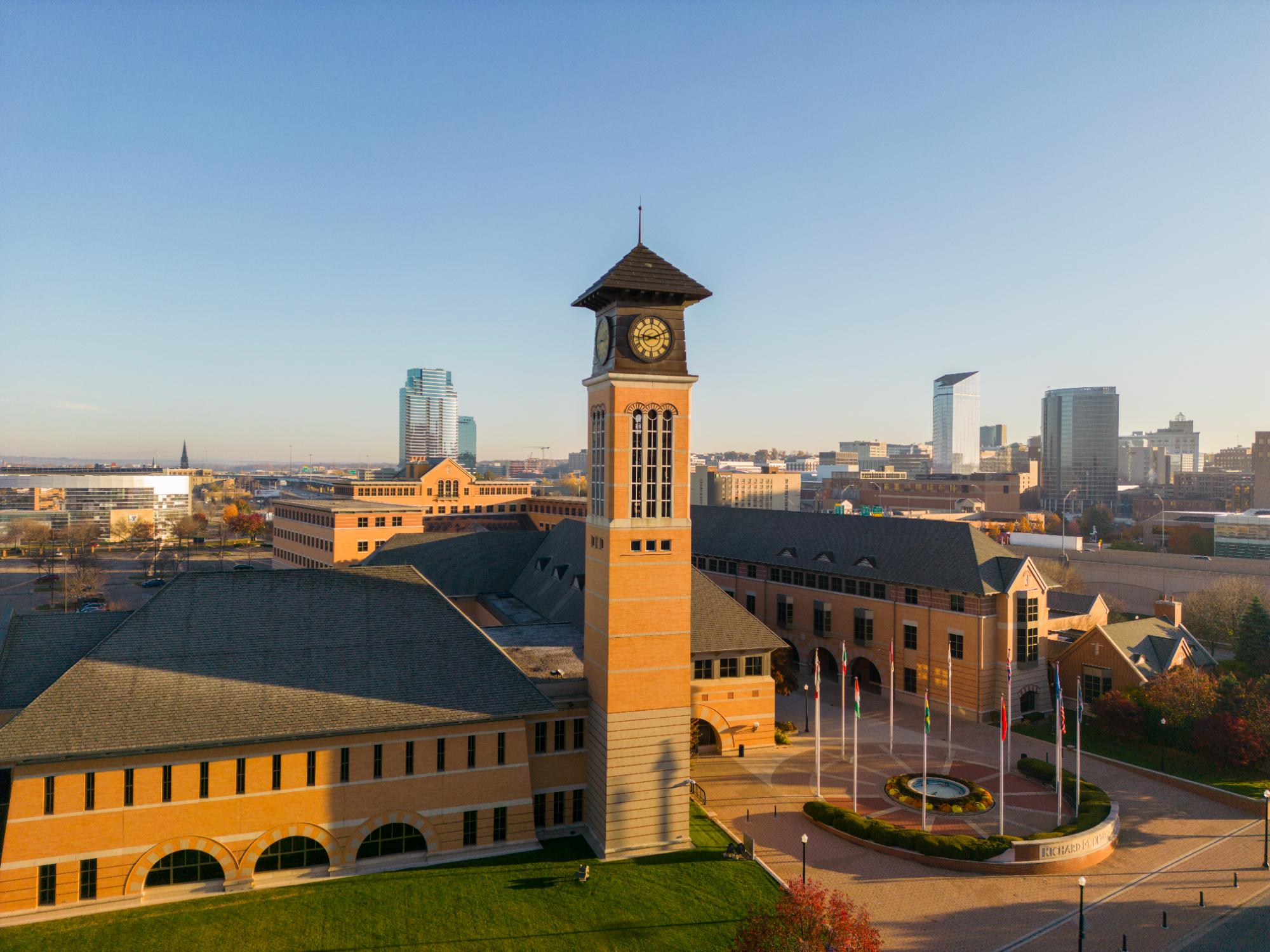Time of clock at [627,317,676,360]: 9:11
